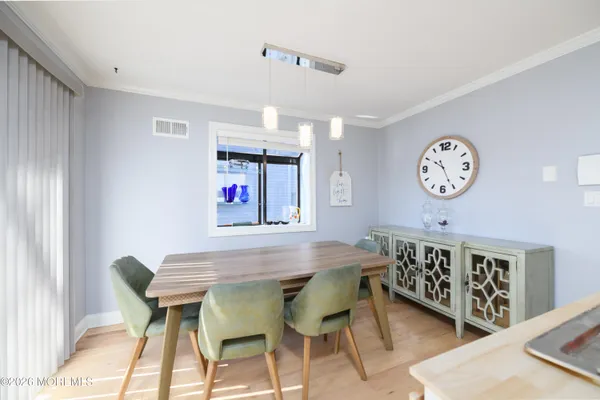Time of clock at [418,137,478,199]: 10:25
